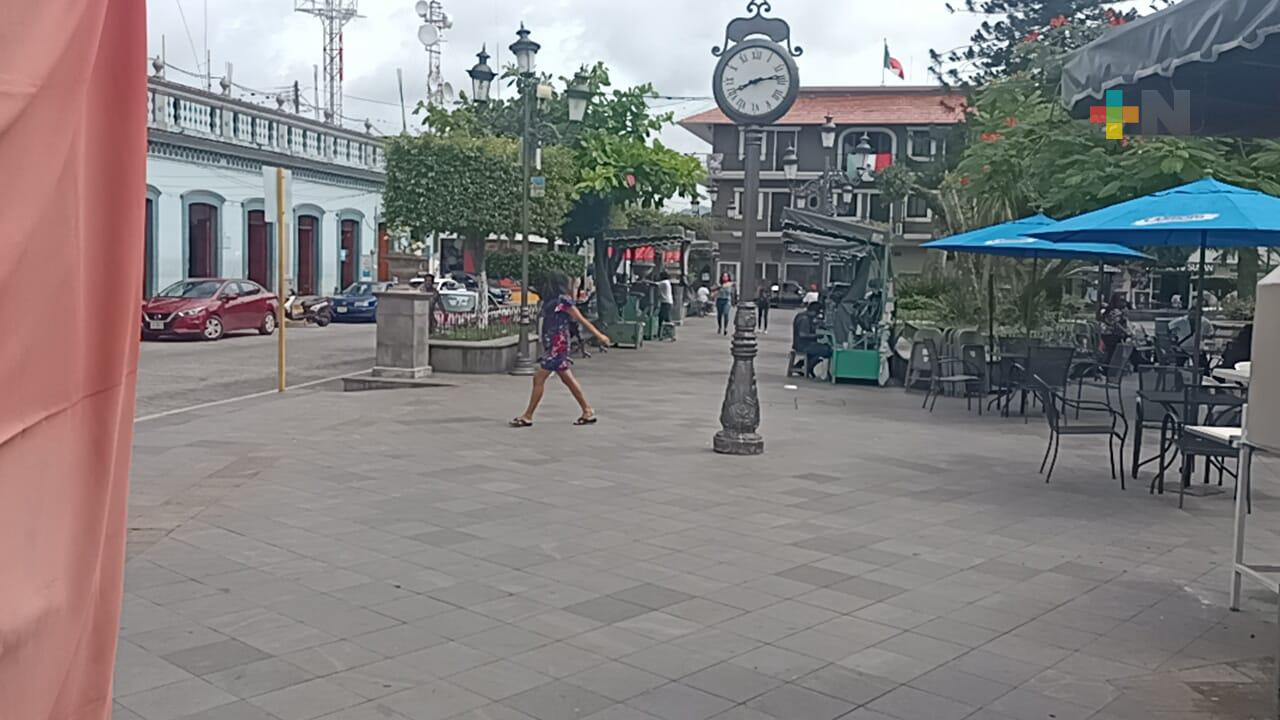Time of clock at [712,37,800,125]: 8:13
